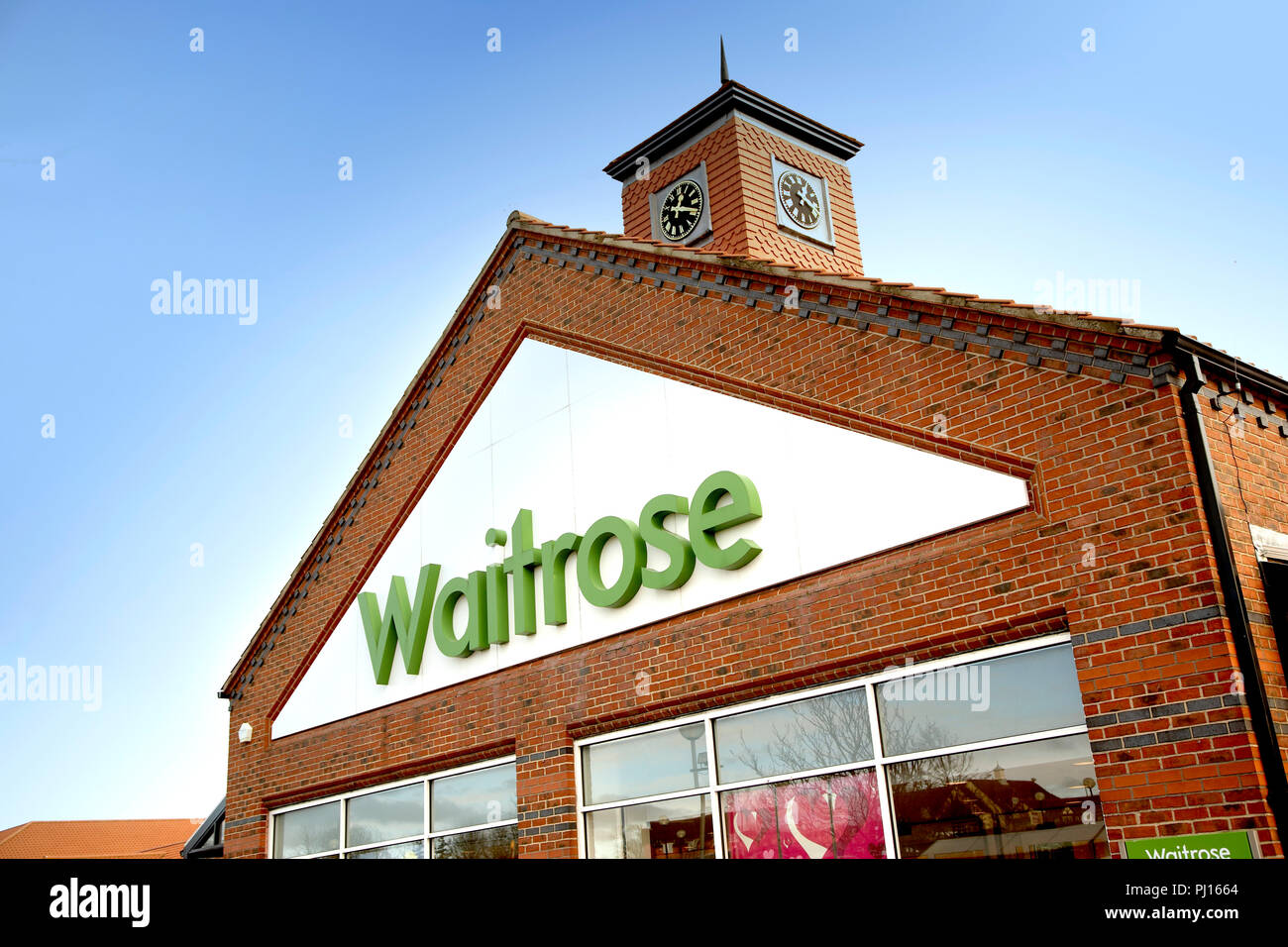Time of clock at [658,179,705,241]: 12:18
